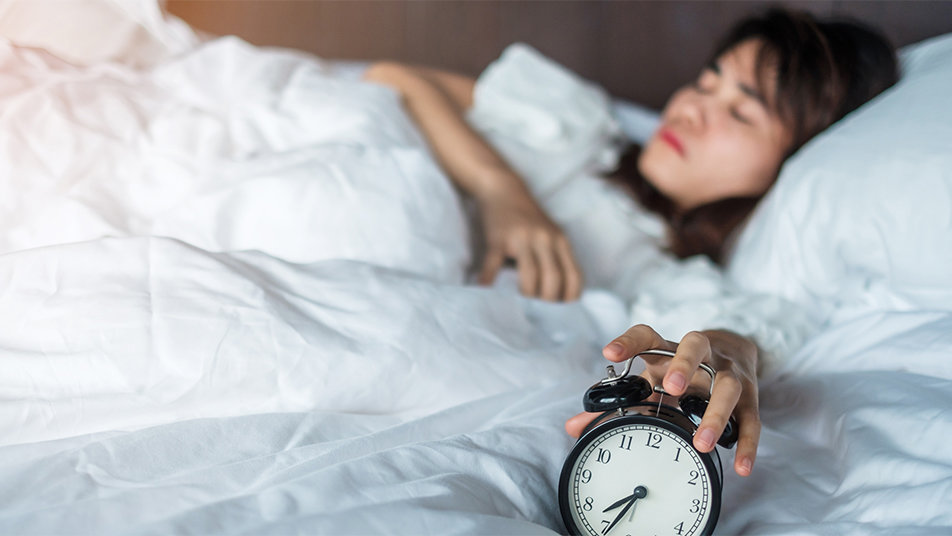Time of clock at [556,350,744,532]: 7:34
